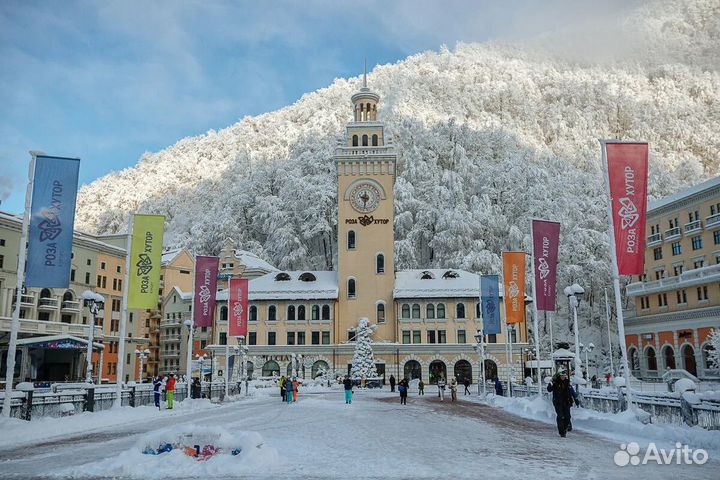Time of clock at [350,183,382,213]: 9:30
